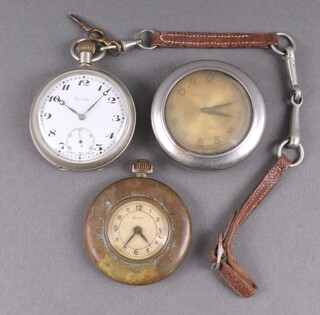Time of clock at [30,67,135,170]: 10:07
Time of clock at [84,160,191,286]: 4:35
